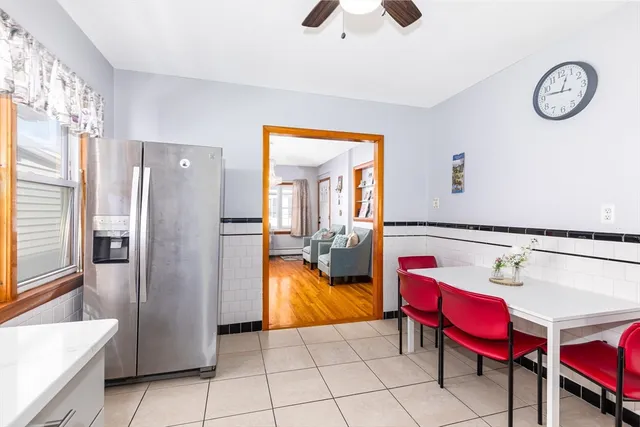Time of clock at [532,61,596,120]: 12:46
